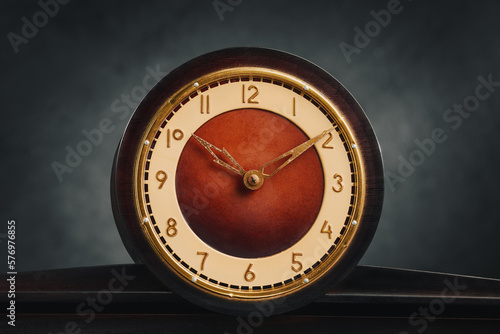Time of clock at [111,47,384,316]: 10:09
